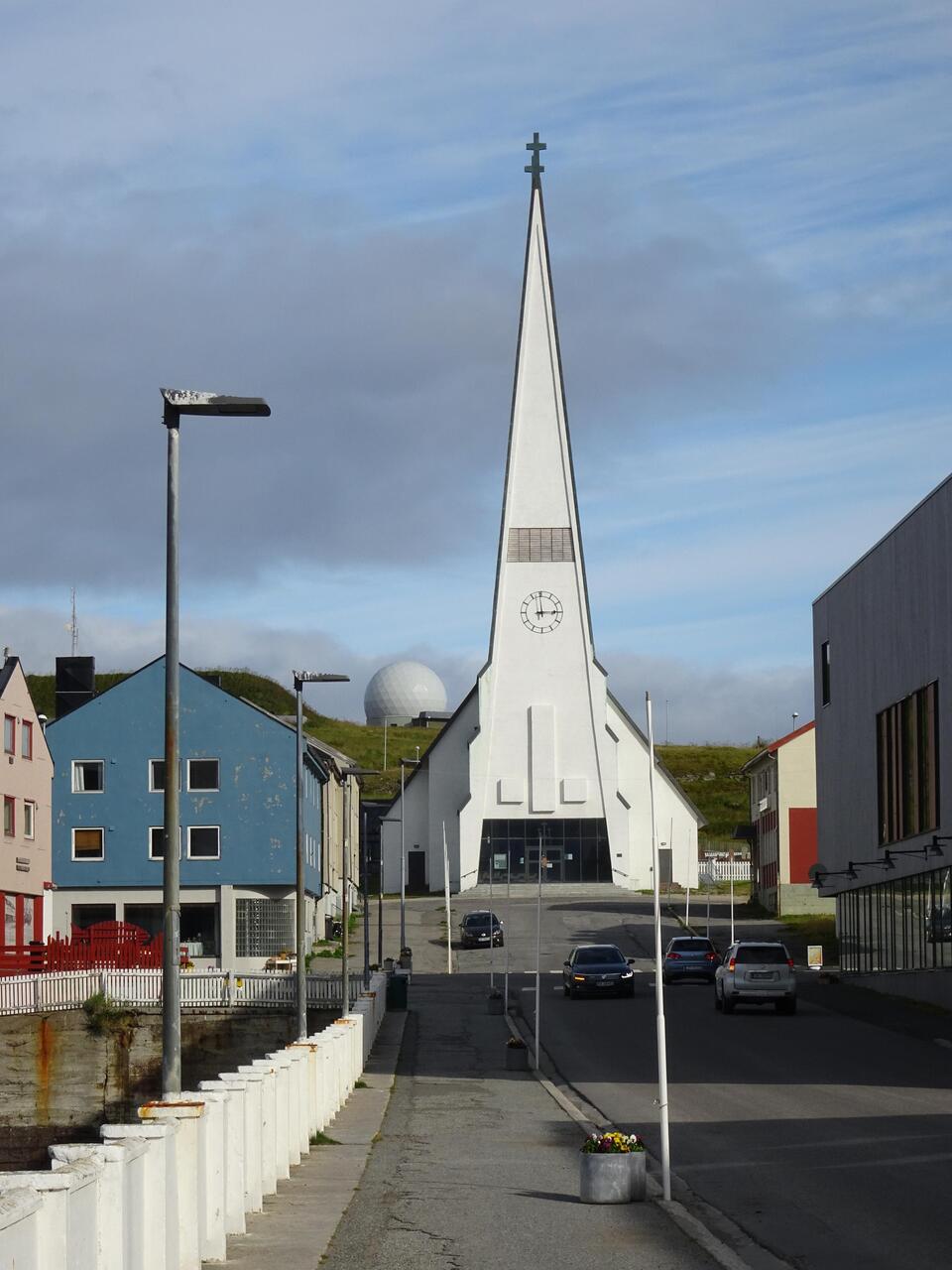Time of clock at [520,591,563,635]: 2:59
